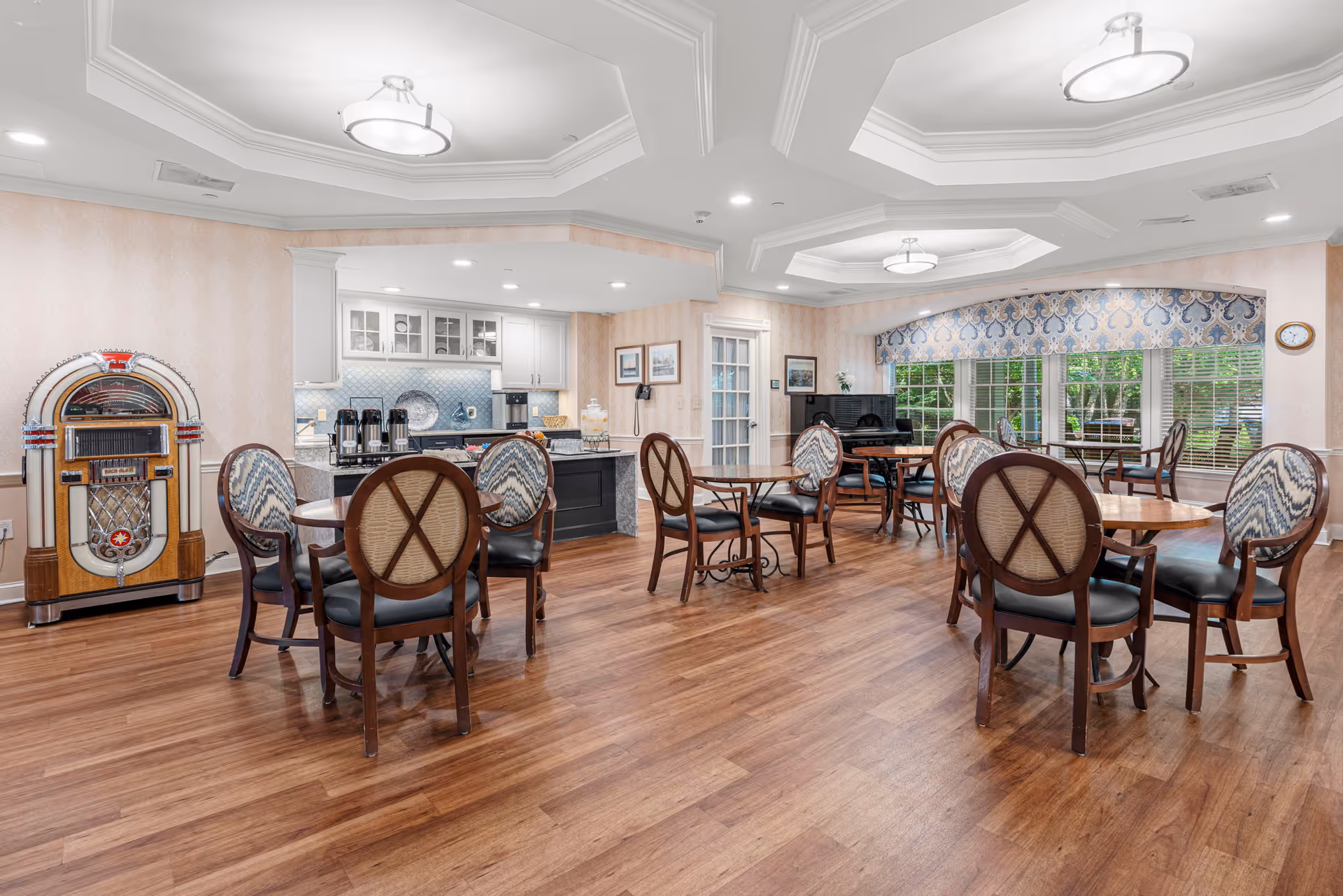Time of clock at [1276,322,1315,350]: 10:32
